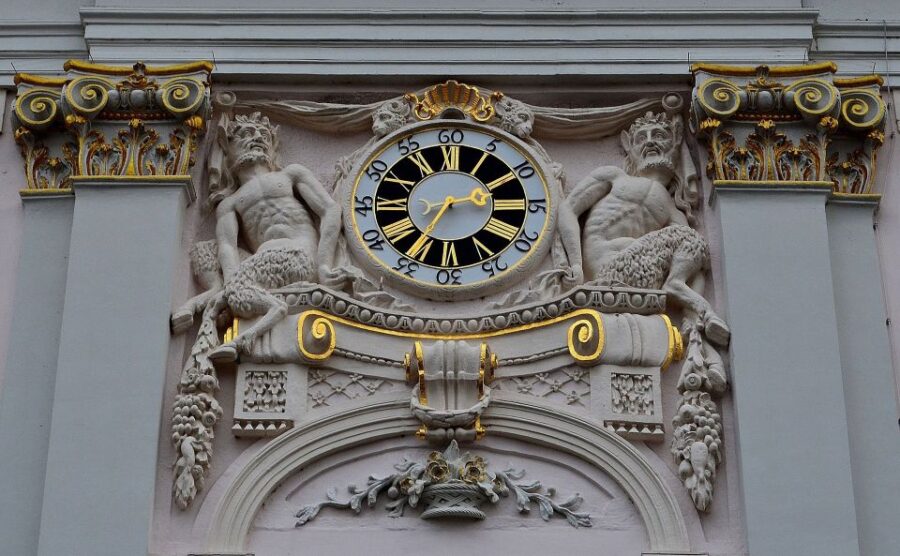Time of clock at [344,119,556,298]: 2:35
